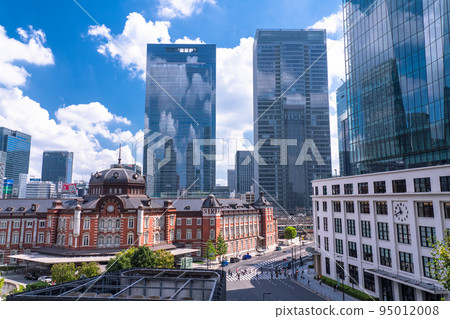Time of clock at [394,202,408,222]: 11:41
